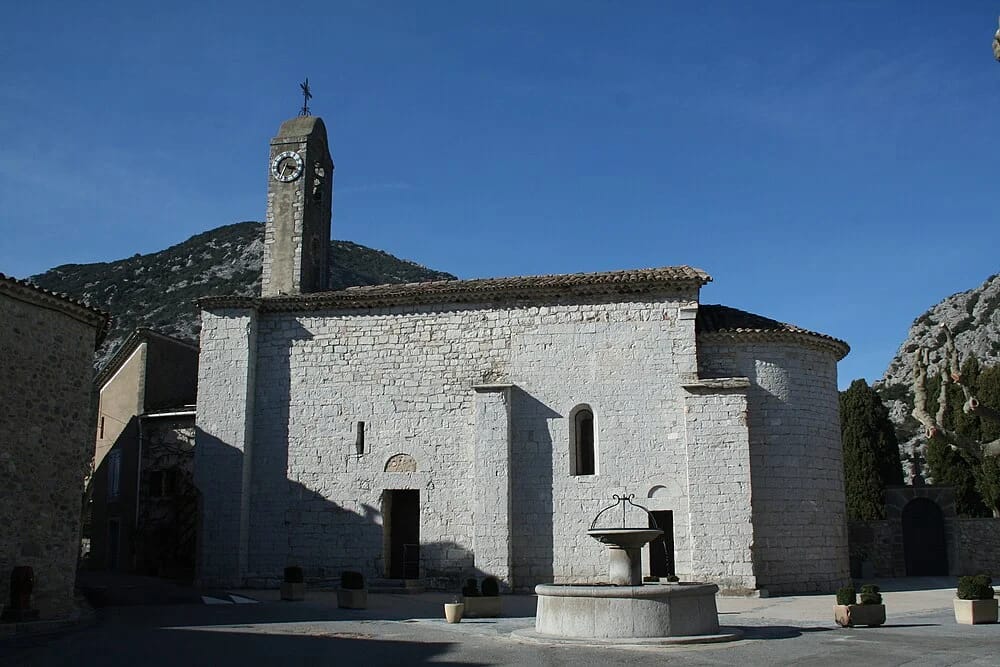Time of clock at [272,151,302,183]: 3:34
